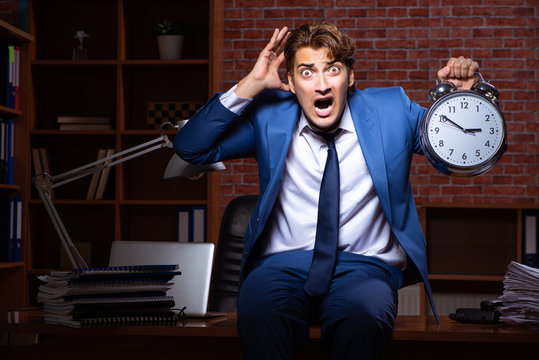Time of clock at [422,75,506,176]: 2:50
